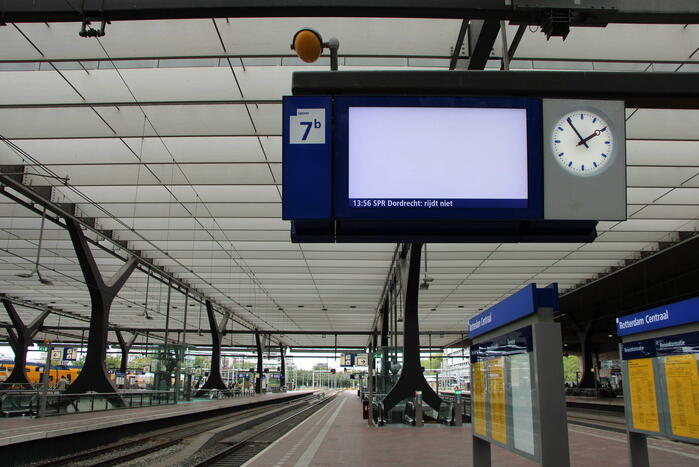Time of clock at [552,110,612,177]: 1:54
